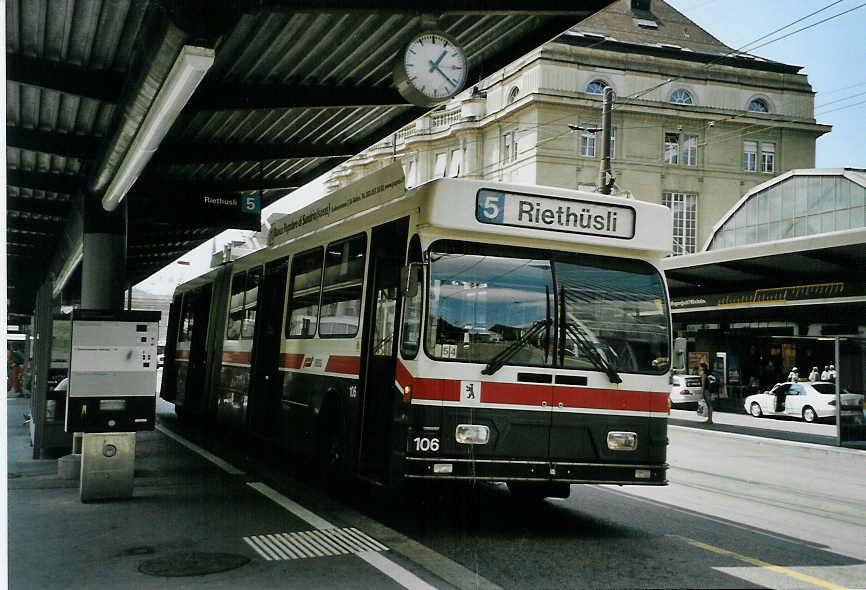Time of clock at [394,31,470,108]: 1:21
